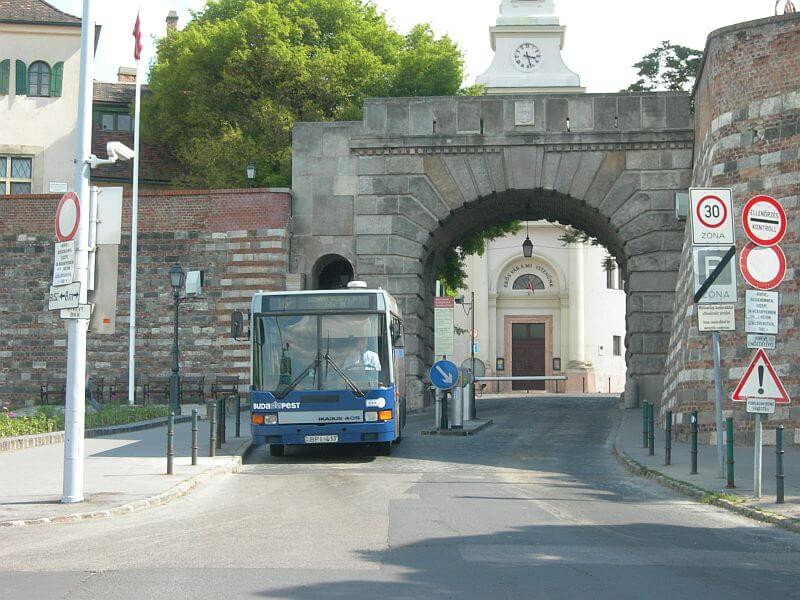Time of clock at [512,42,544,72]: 3:27
